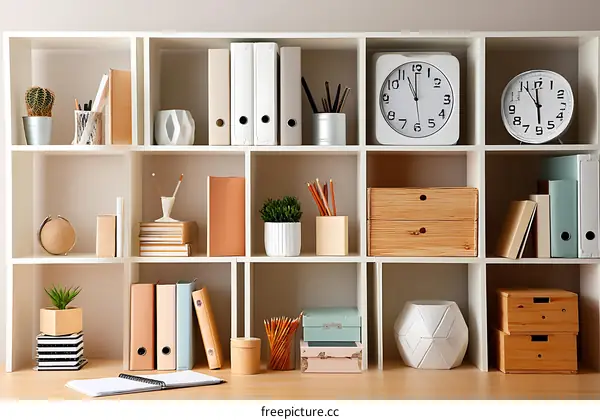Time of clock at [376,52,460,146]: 11:00
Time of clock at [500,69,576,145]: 5:54
